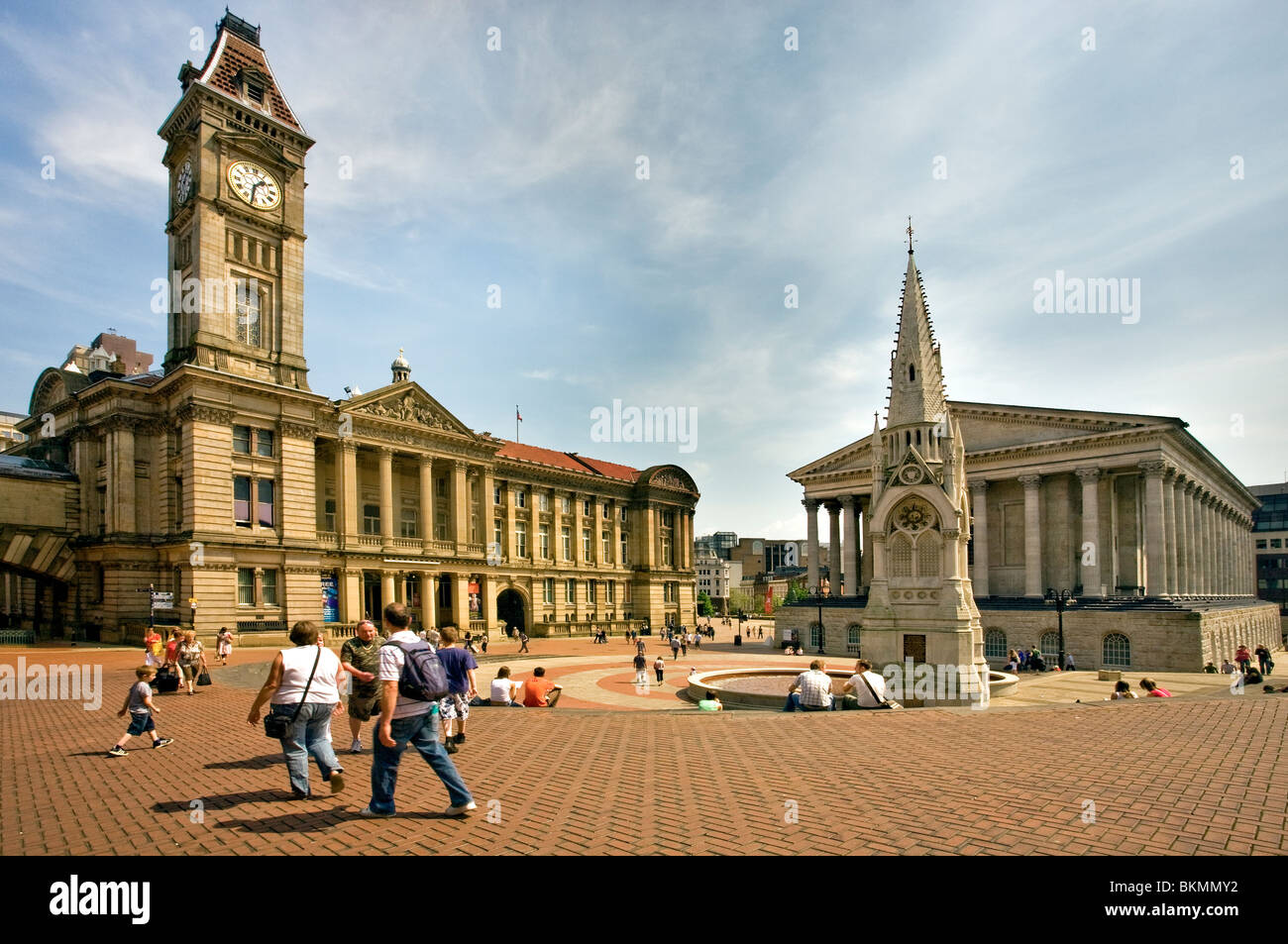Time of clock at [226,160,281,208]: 1:32
